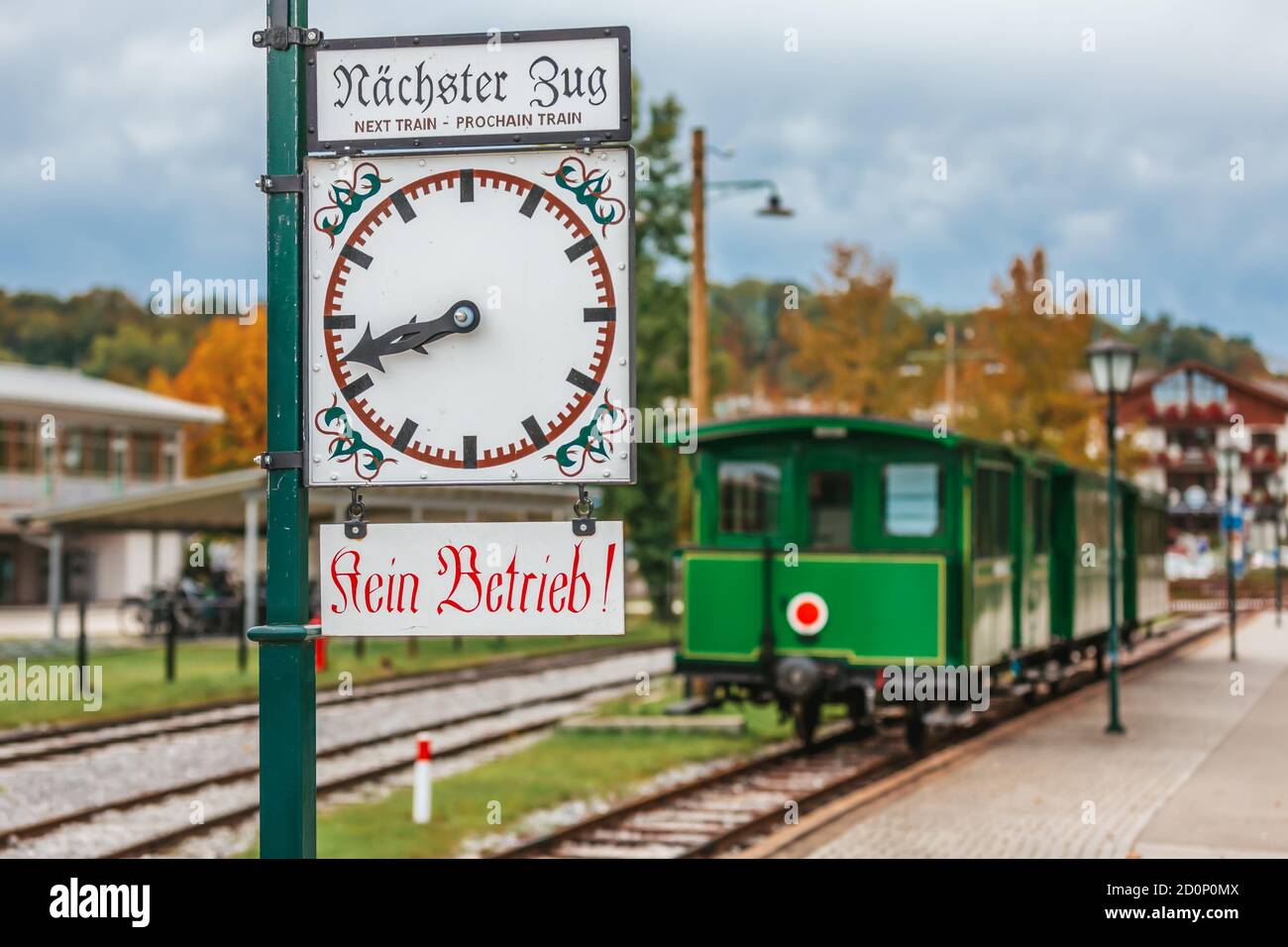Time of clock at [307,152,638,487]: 8:42
